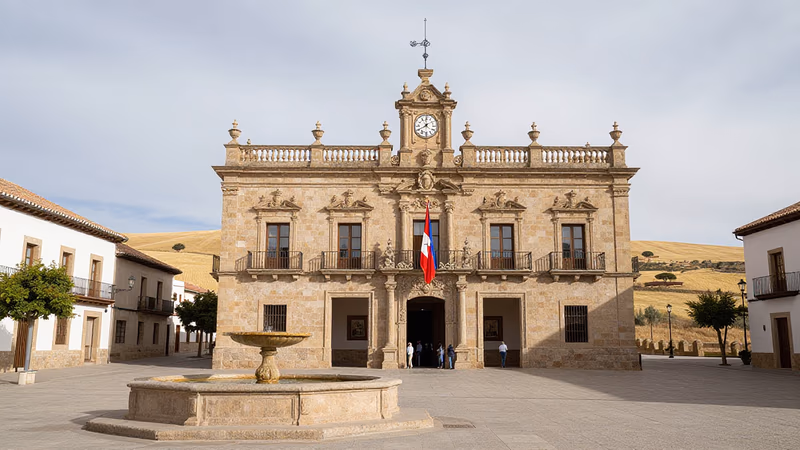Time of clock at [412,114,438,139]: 1:40
